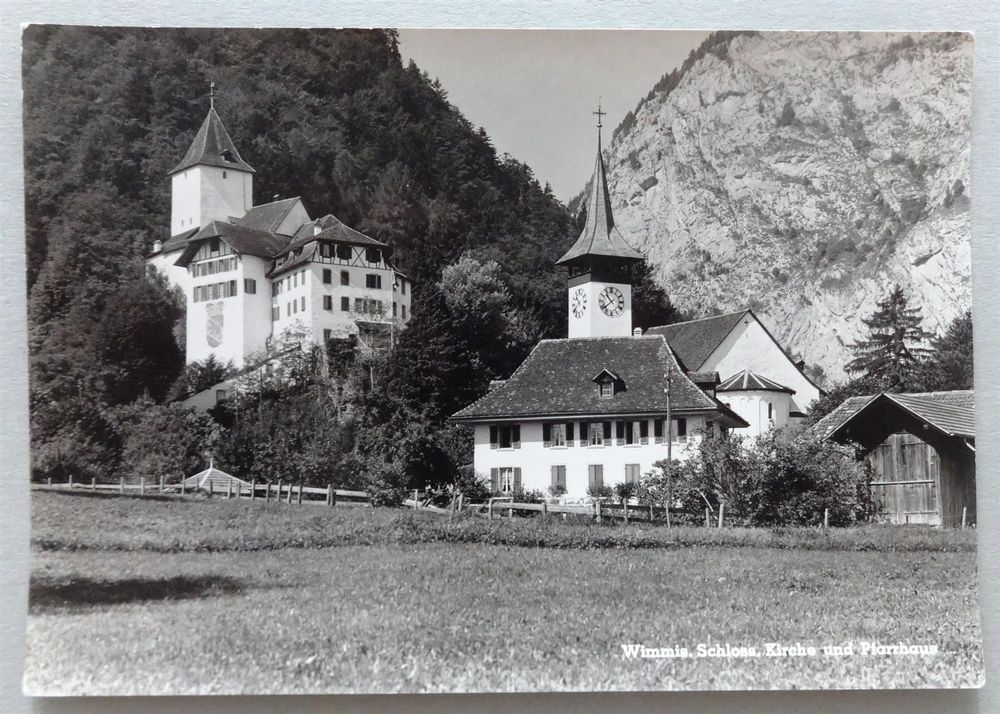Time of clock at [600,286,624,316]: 10:38
